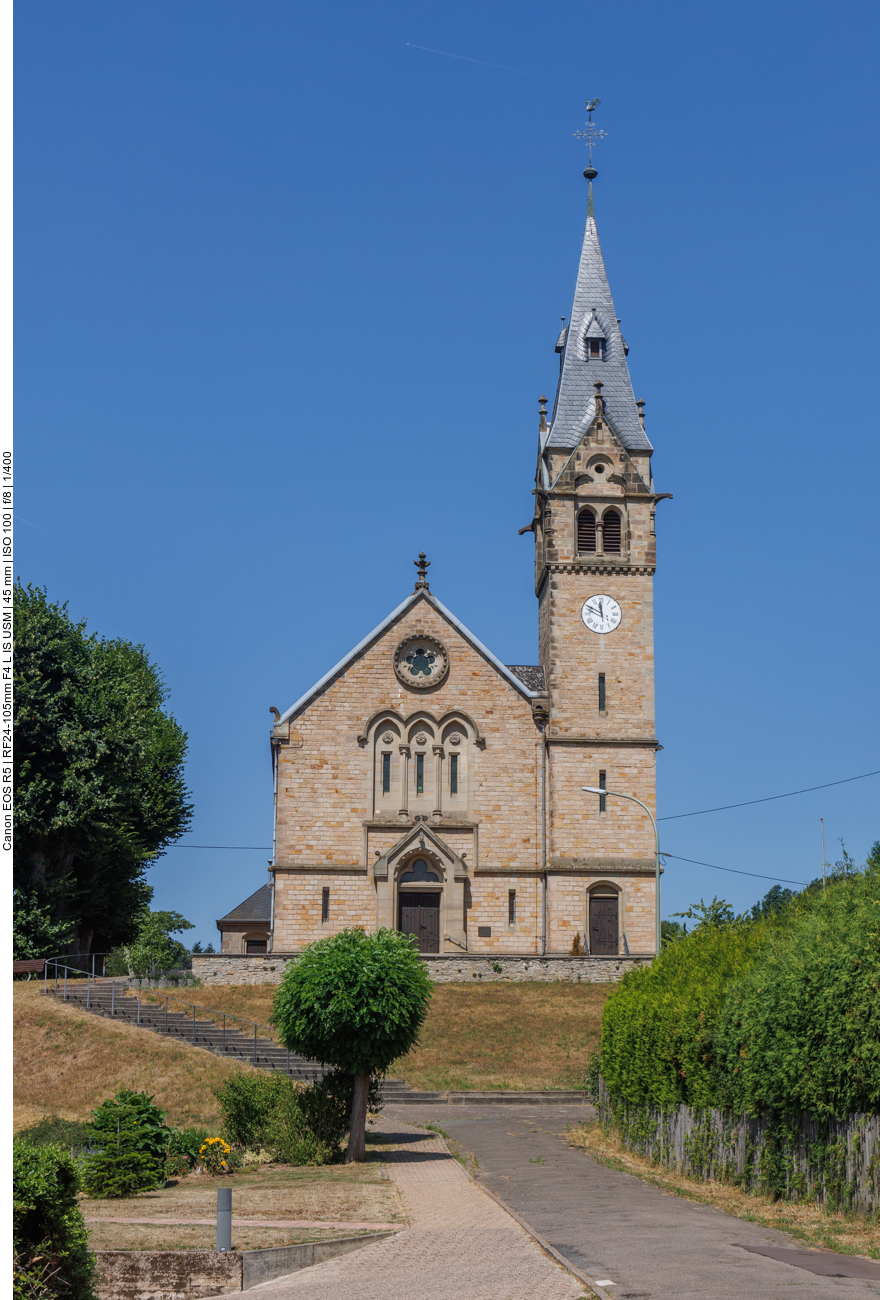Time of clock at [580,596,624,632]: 11:49
